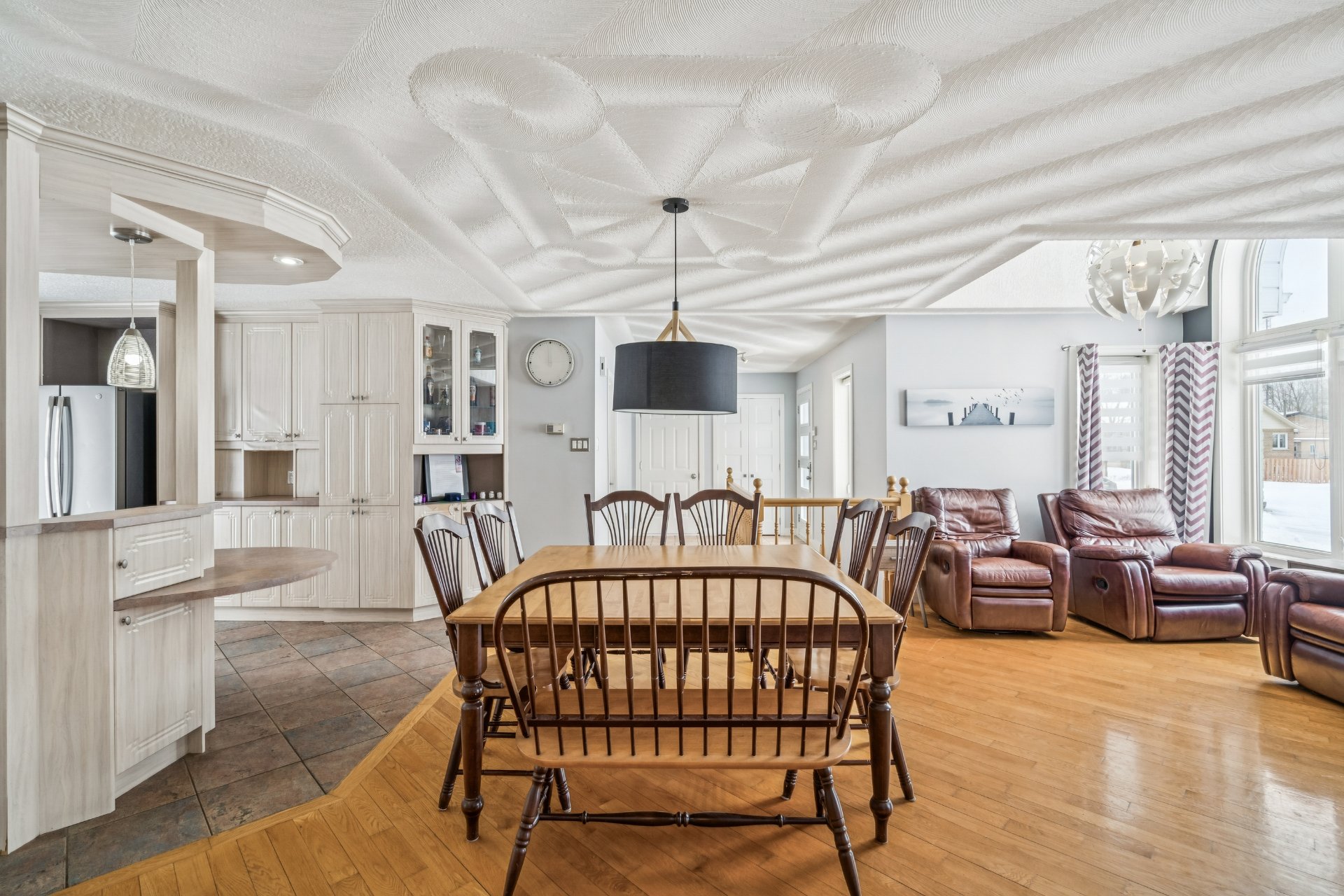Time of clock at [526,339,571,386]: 11:59
